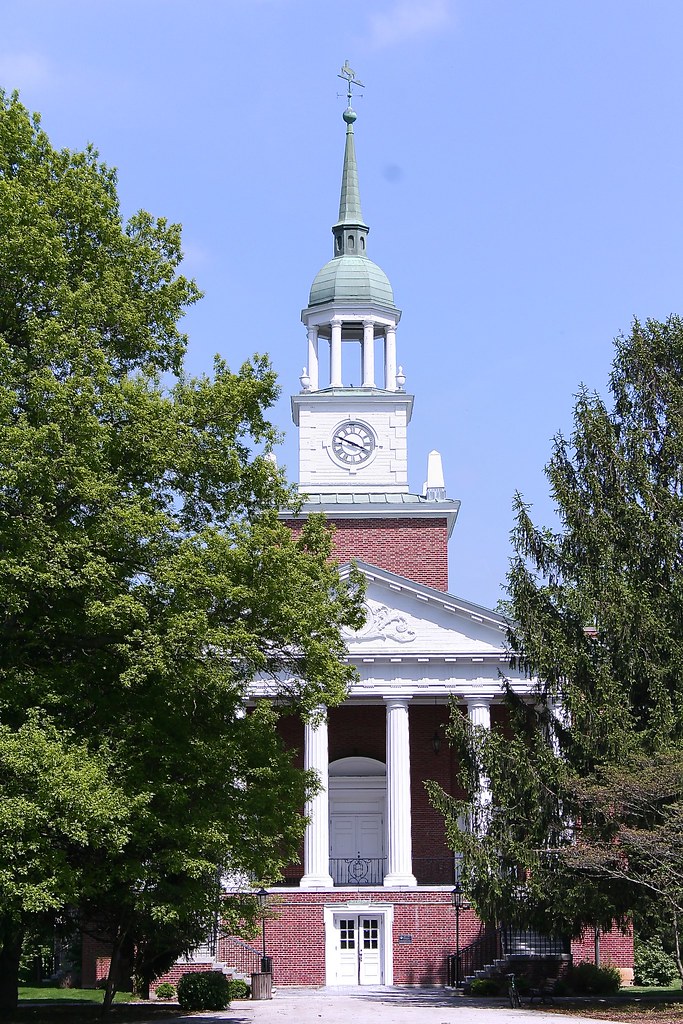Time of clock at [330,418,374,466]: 3:48
